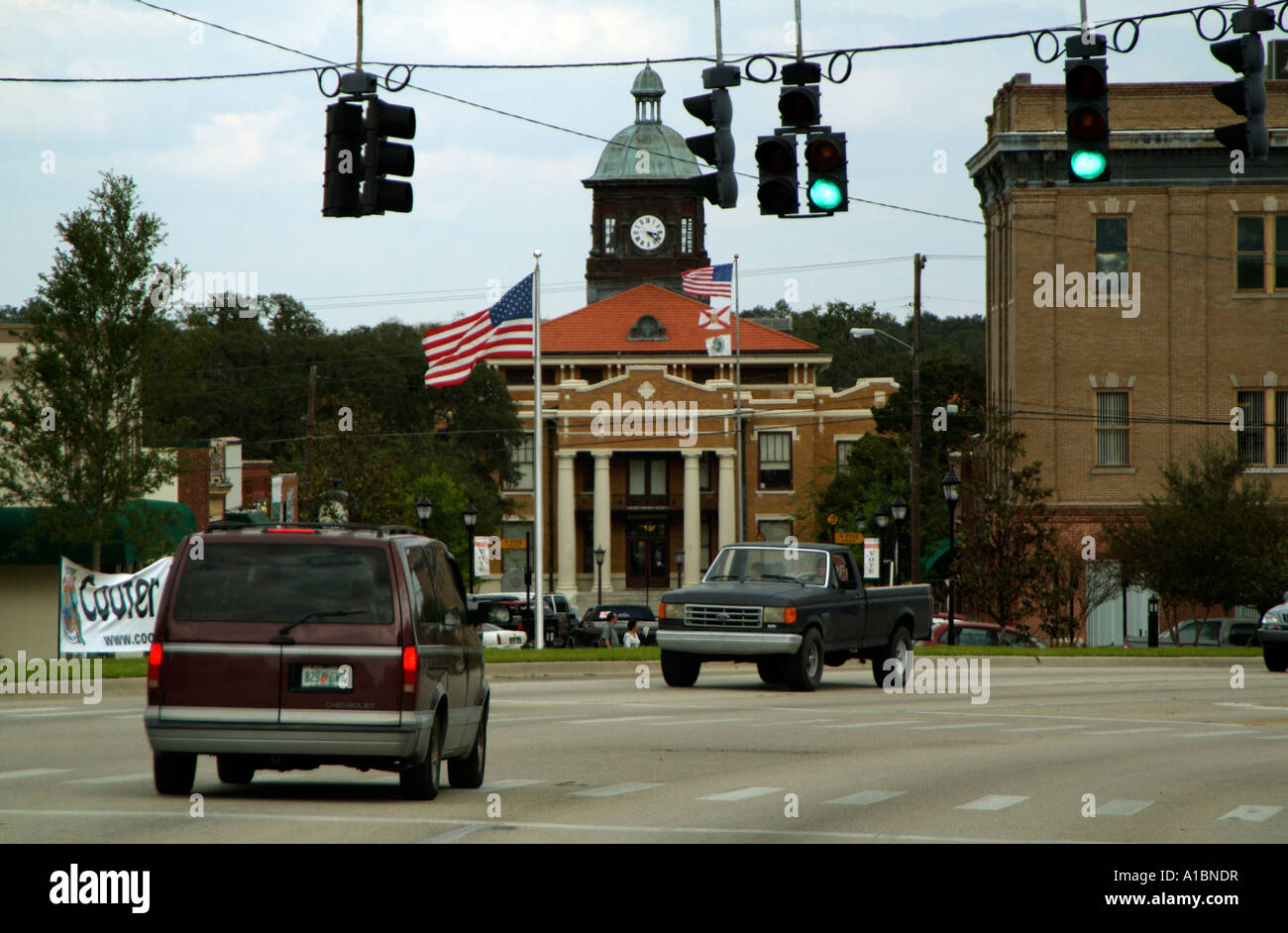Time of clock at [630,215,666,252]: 3:22
